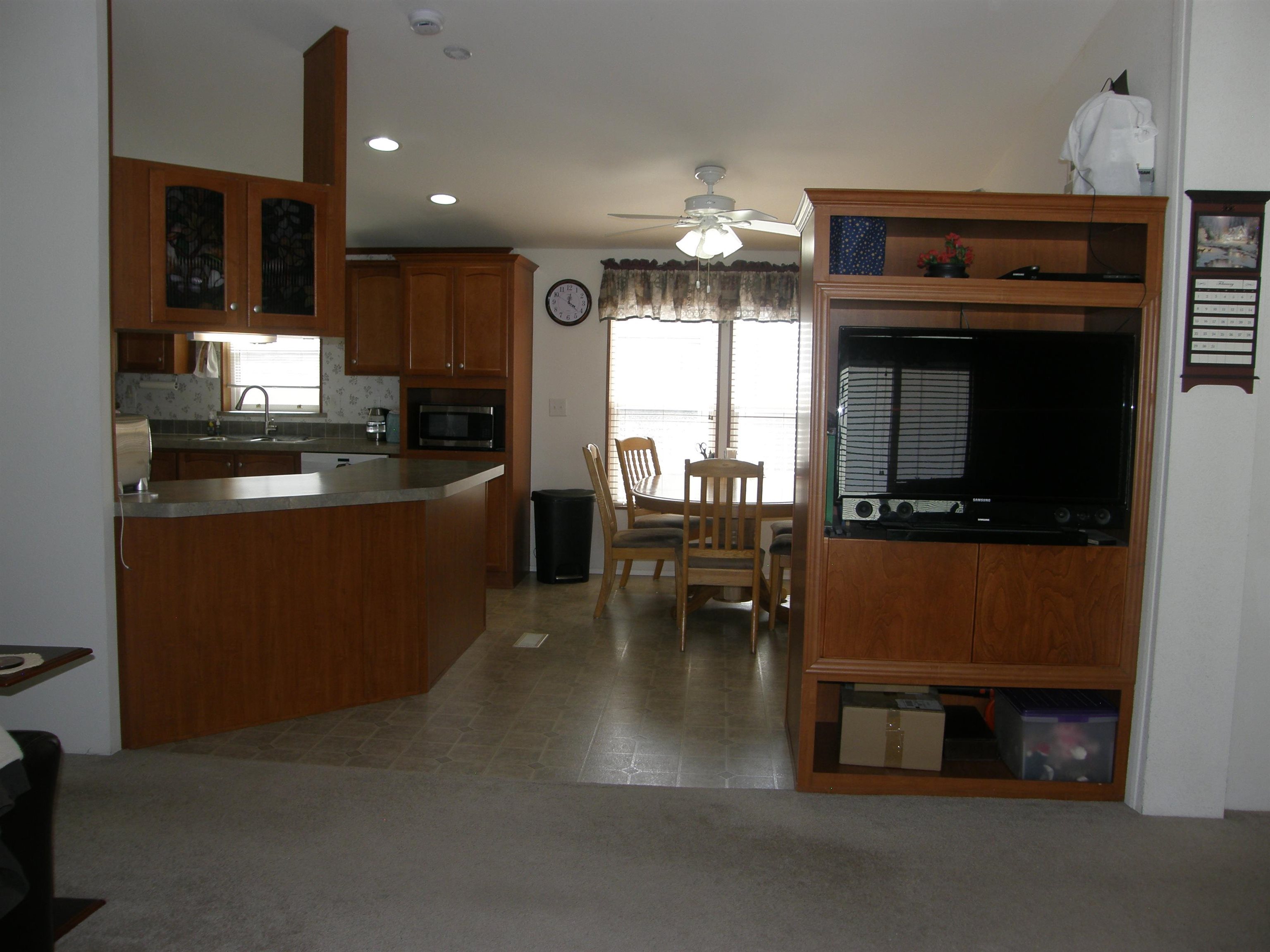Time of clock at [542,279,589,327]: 12:21
